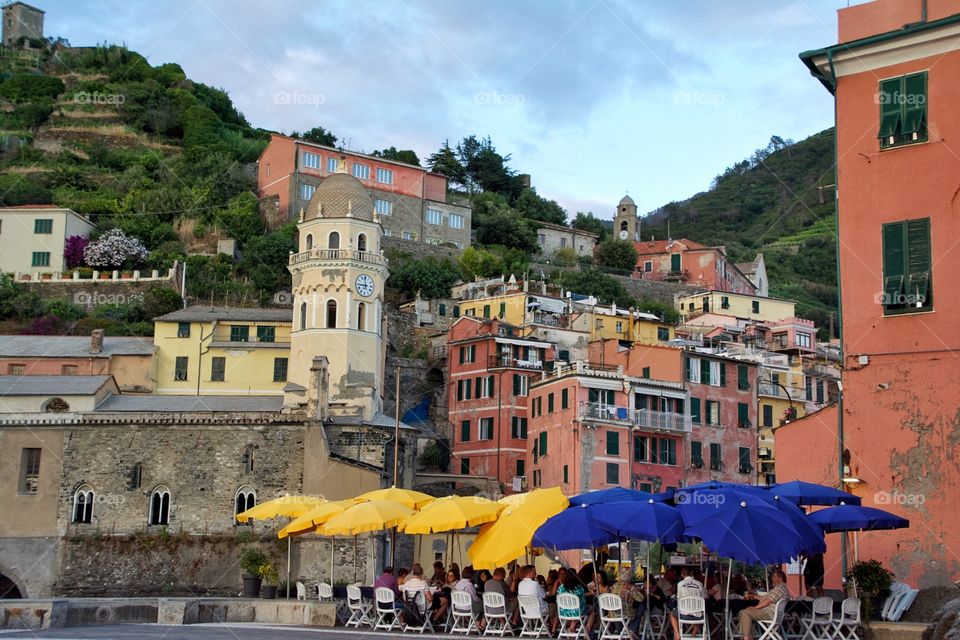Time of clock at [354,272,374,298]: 8:59
